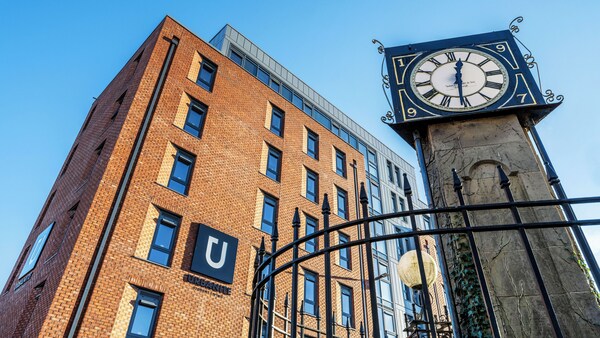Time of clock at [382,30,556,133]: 12:30
